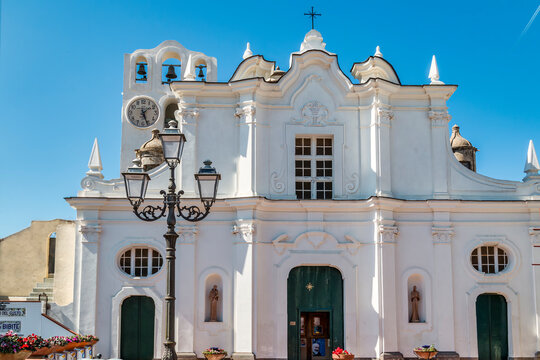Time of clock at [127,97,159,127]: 1:26
